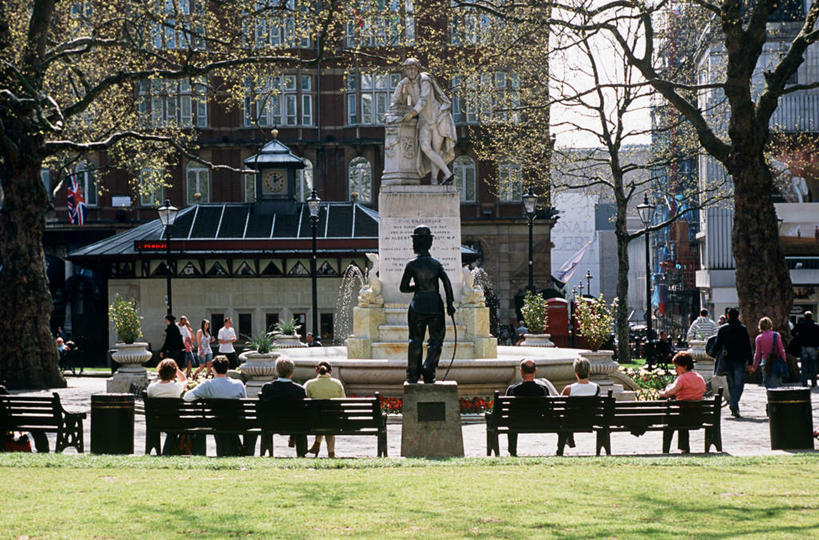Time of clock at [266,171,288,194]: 12:09
